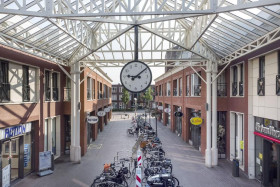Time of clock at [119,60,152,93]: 9:09
